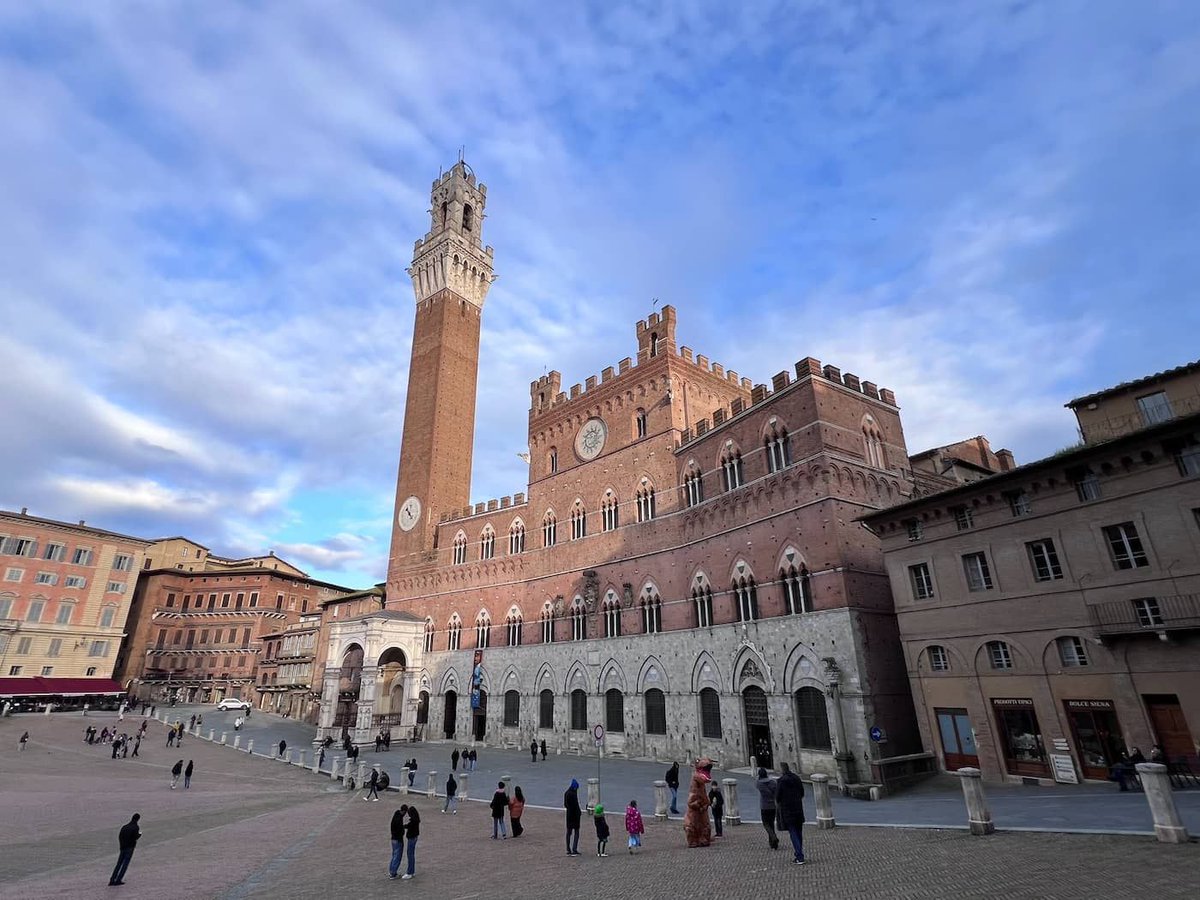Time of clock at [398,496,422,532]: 10:22
